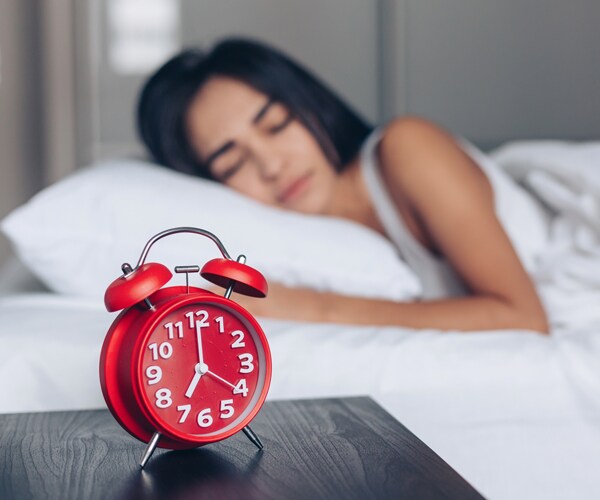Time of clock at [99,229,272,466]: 7:00
